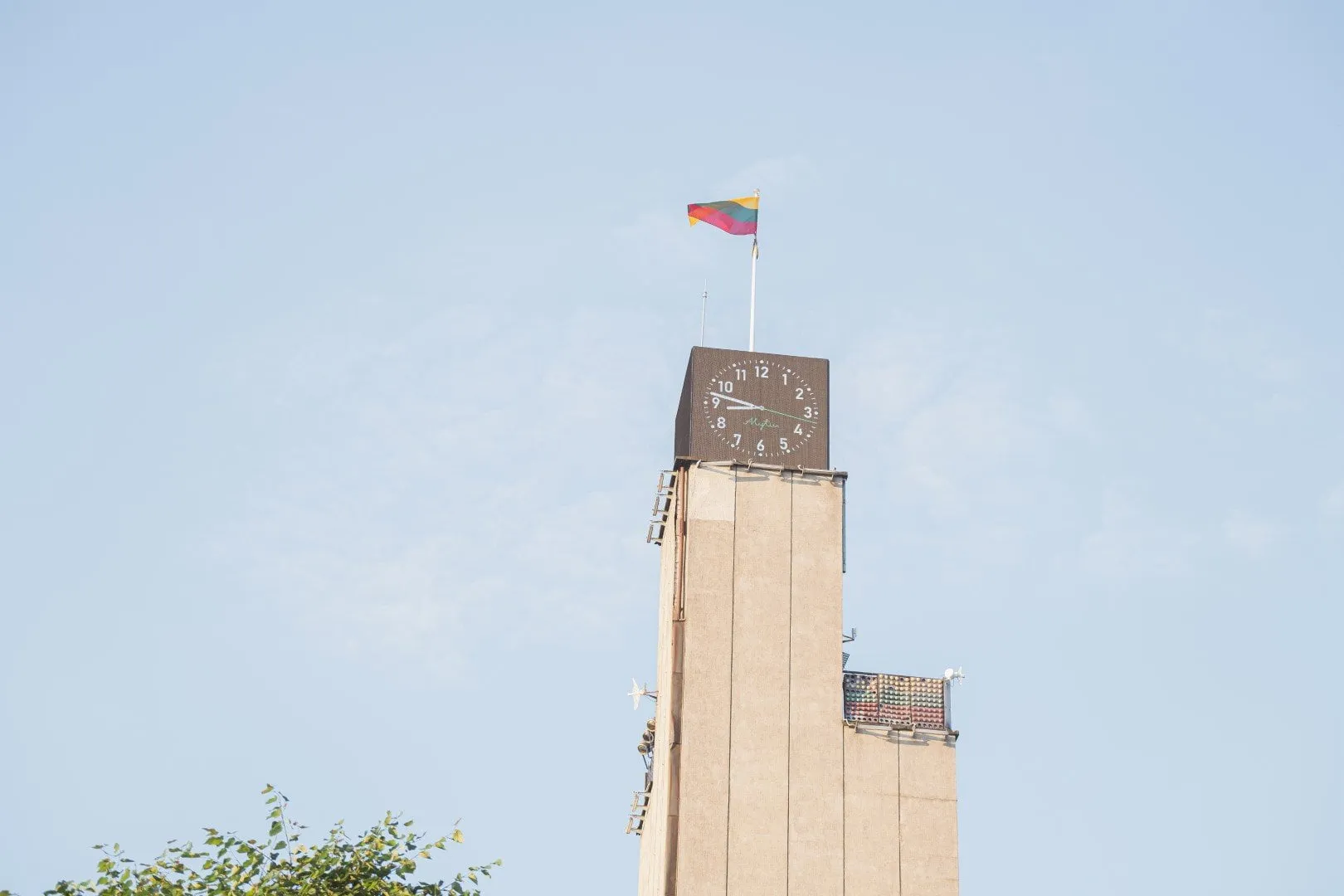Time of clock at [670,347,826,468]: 8:47
